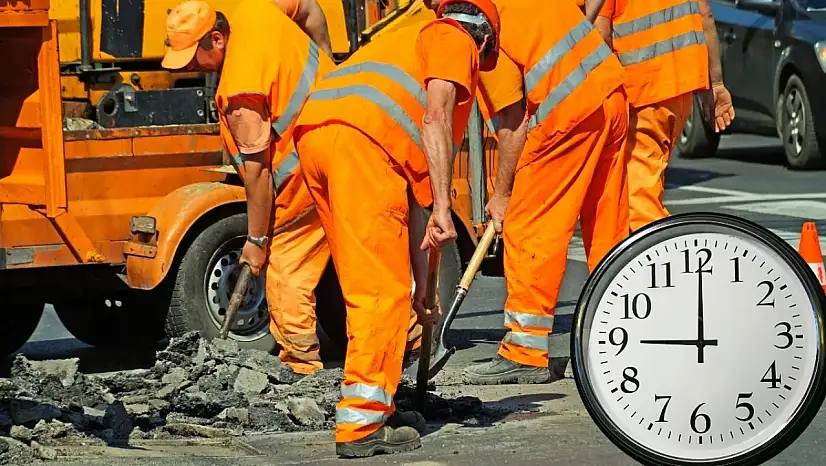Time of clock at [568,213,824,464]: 9:00
